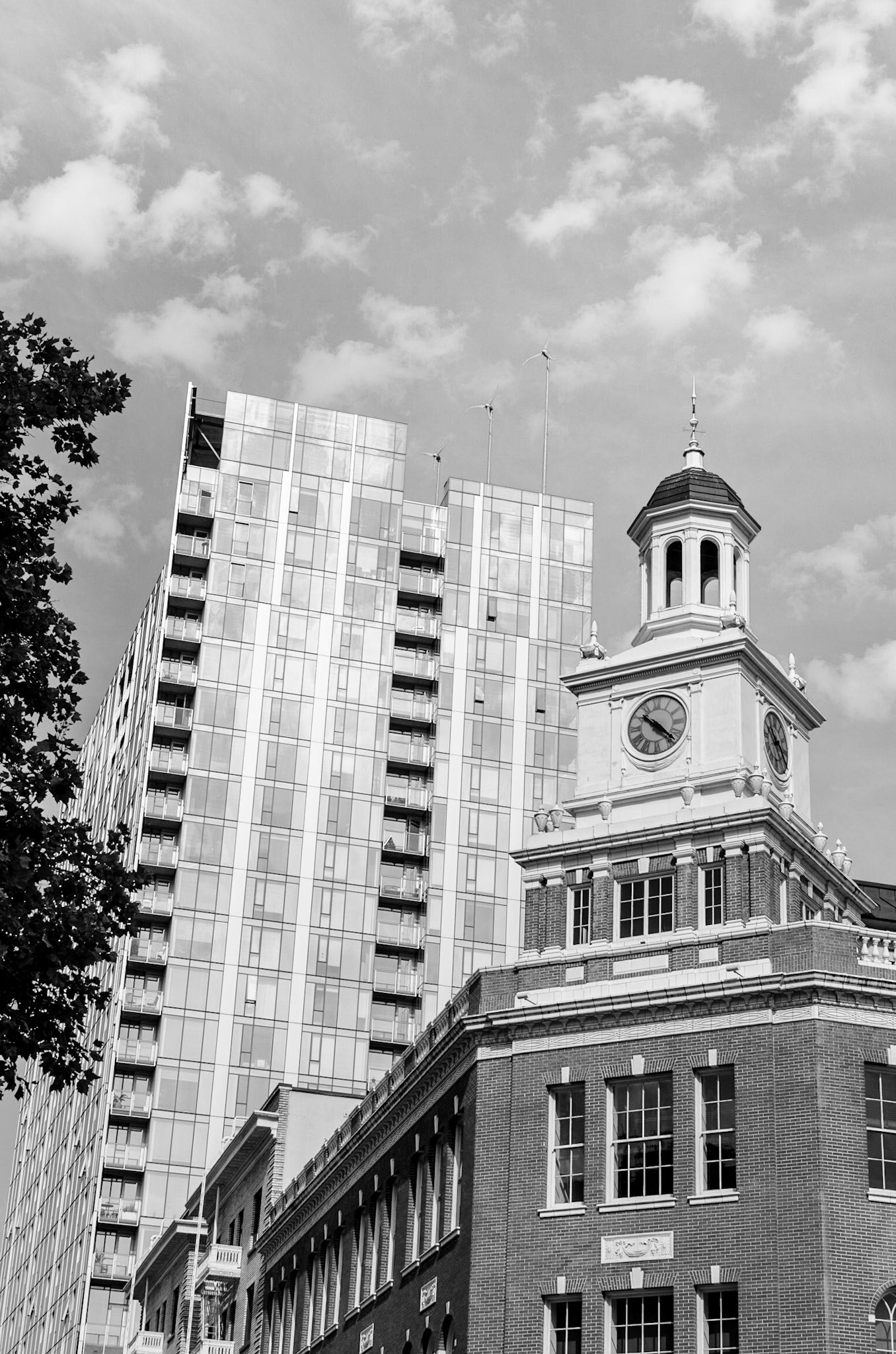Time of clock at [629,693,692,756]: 10:22
